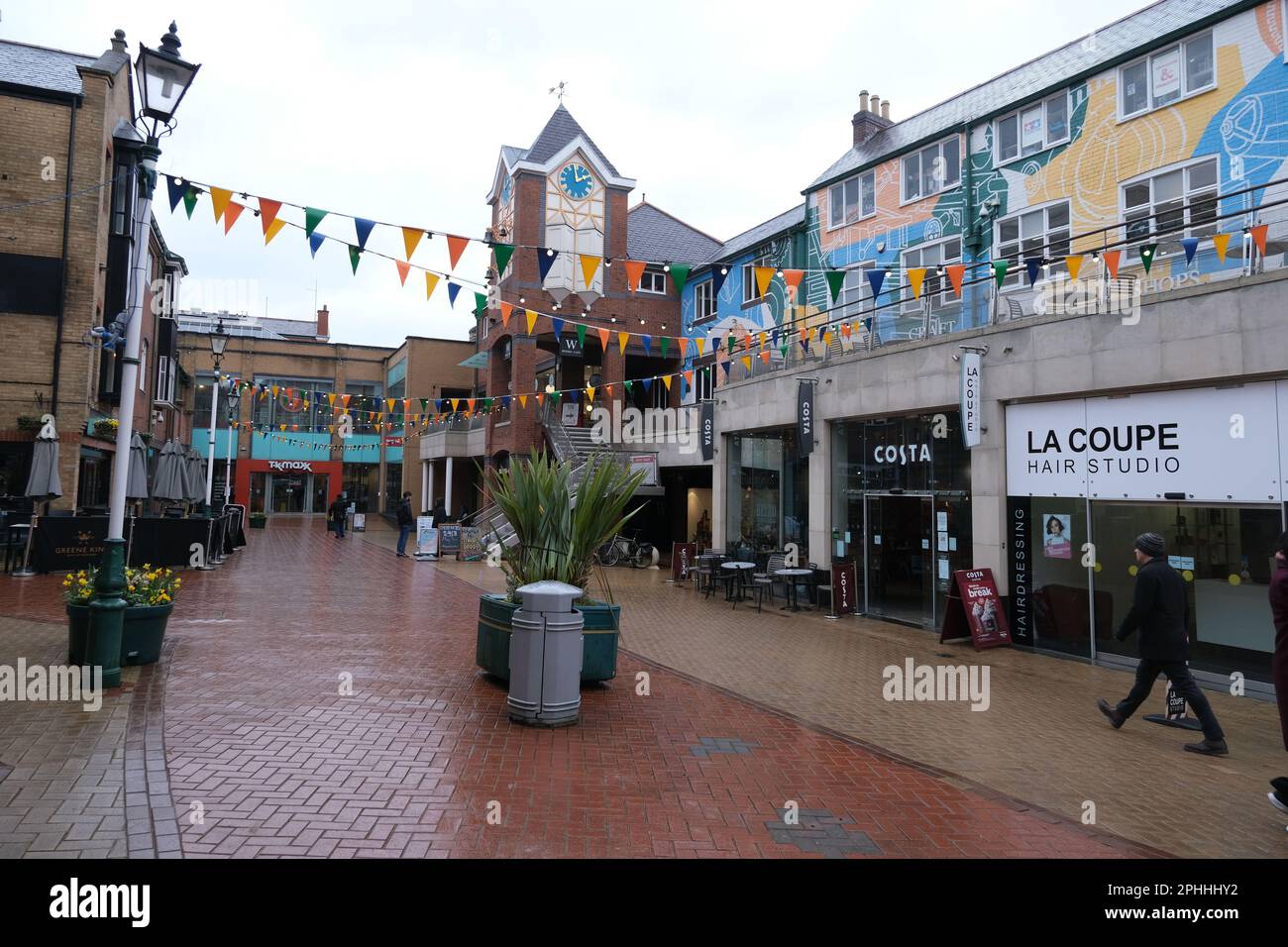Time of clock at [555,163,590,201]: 1:59
